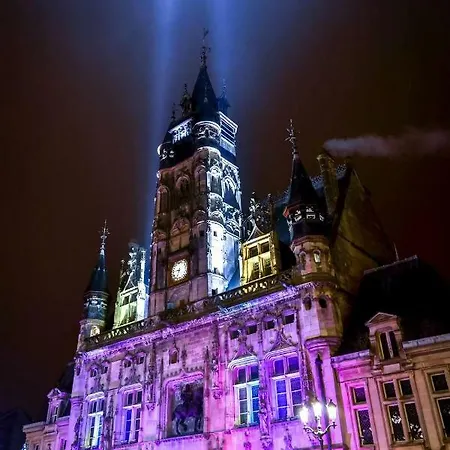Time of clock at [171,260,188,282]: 9:33
